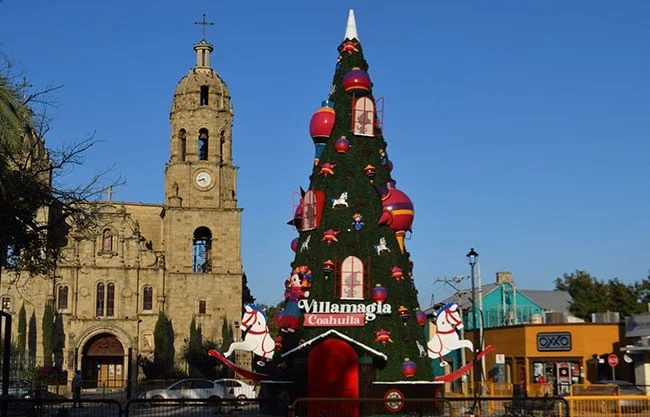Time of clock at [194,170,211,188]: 8:24
